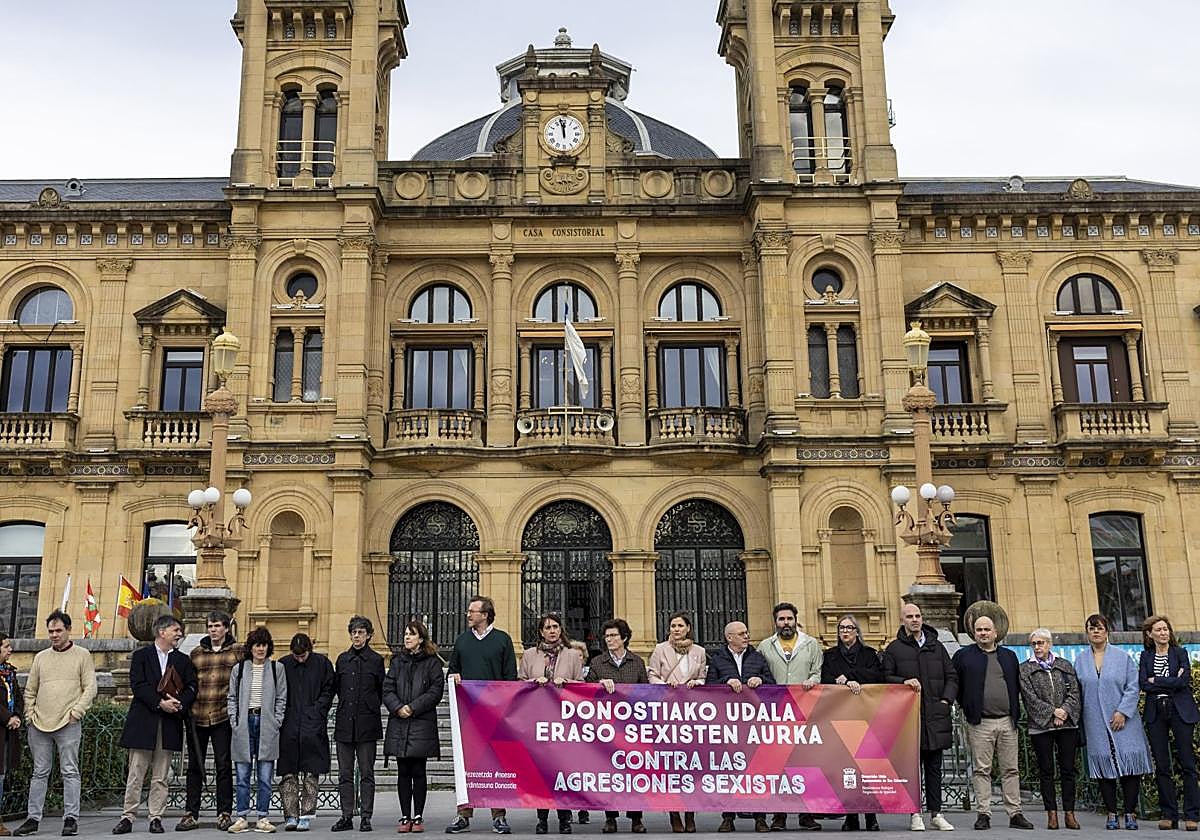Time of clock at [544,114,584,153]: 11:57
